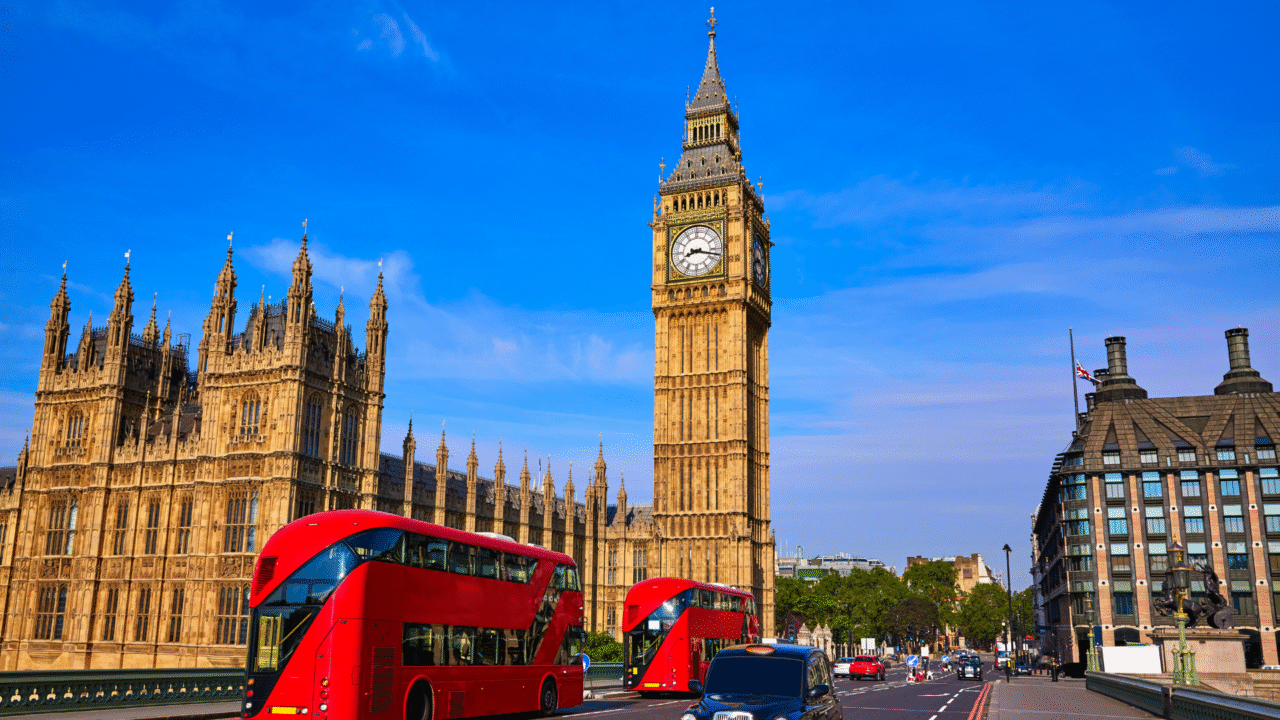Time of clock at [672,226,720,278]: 8:17
